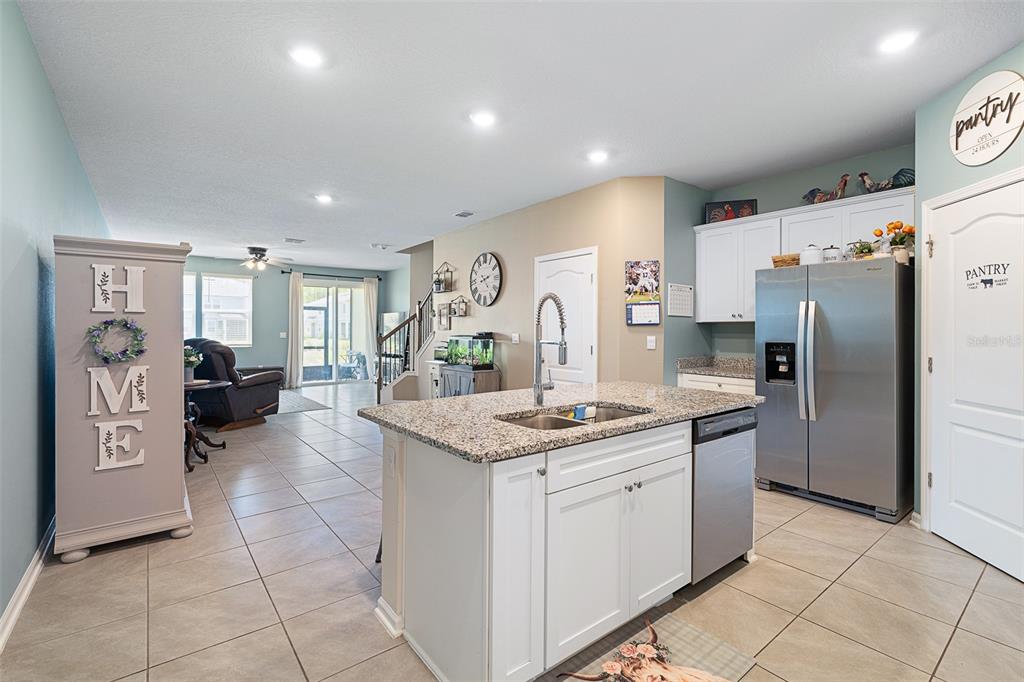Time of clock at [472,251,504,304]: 2:23
